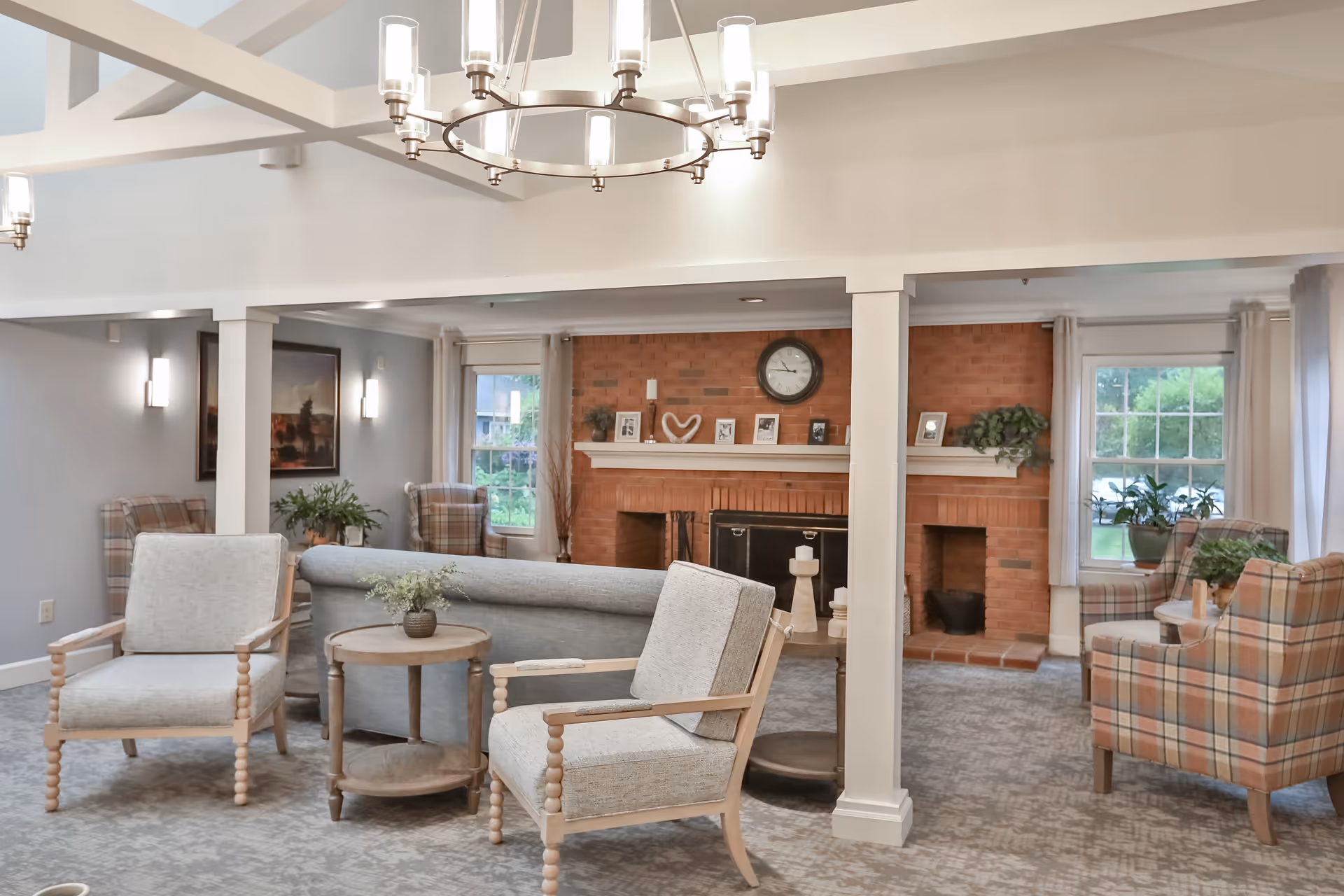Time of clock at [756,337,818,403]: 10:45
